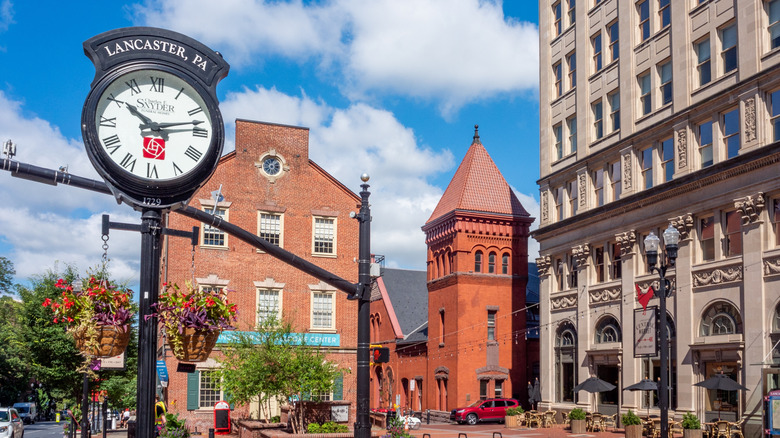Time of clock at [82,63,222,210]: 10:13
